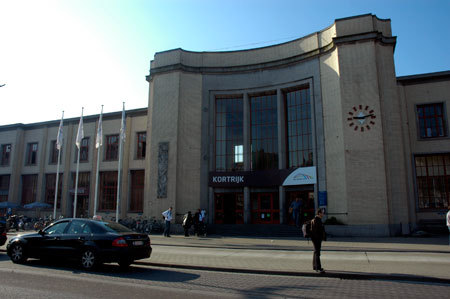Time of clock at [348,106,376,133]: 9:12
